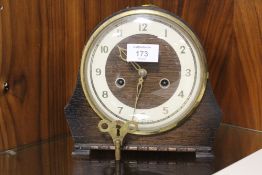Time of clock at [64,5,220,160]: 9:32
